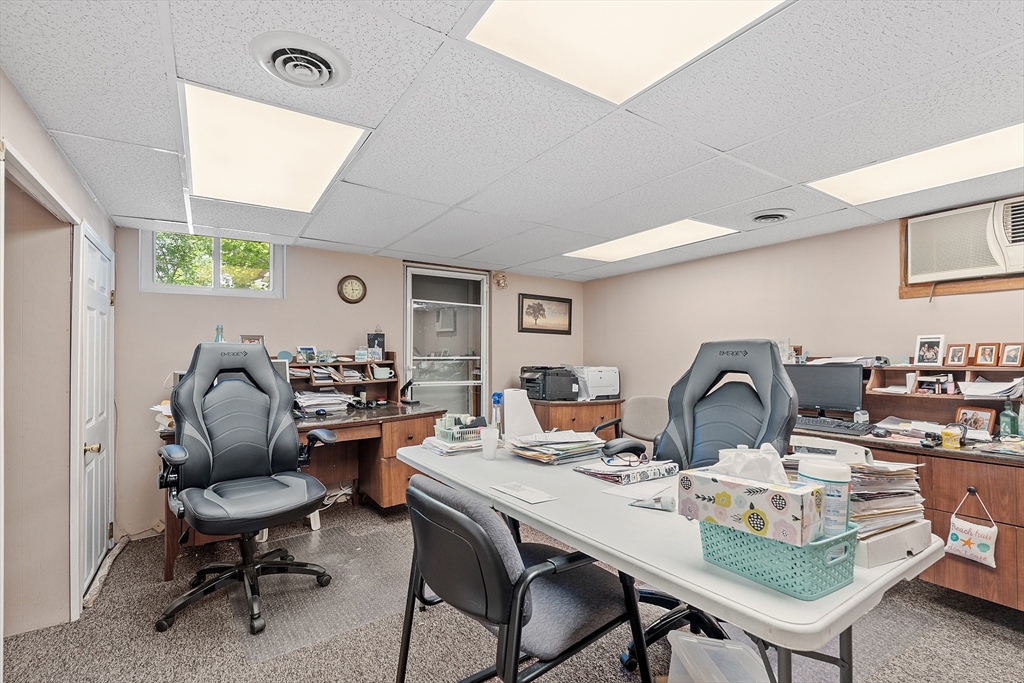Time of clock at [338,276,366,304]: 2:58
